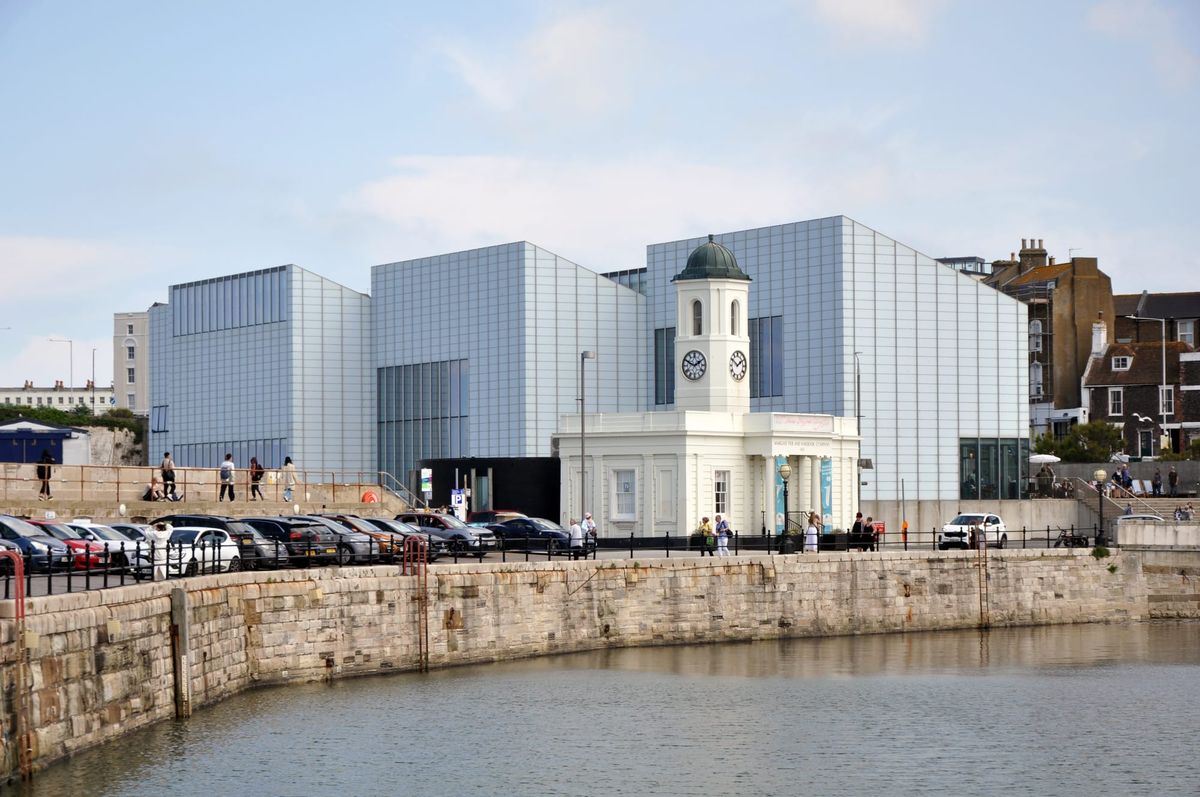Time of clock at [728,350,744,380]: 1:50
